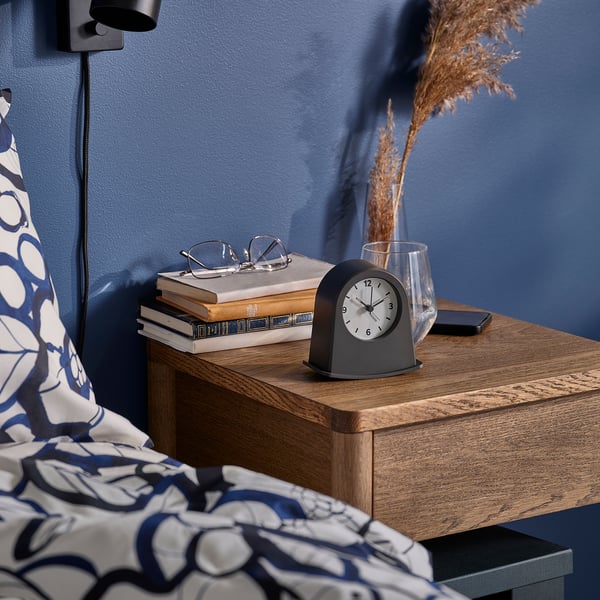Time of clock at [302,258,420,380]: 10:11
